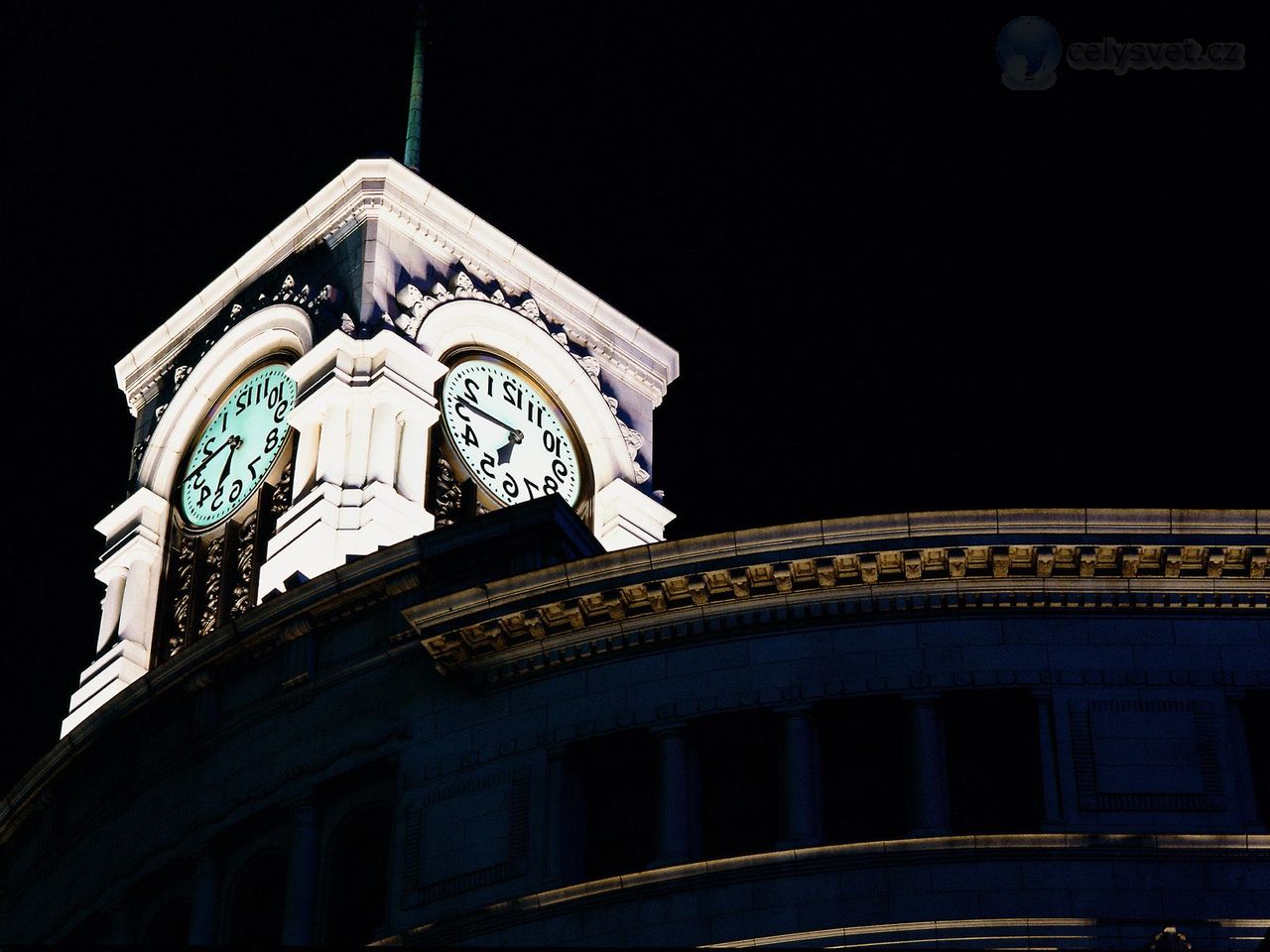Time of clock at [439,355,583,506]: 6:46
